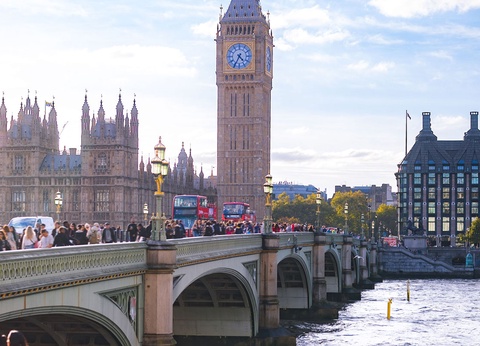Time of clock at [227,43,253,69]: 4:34
